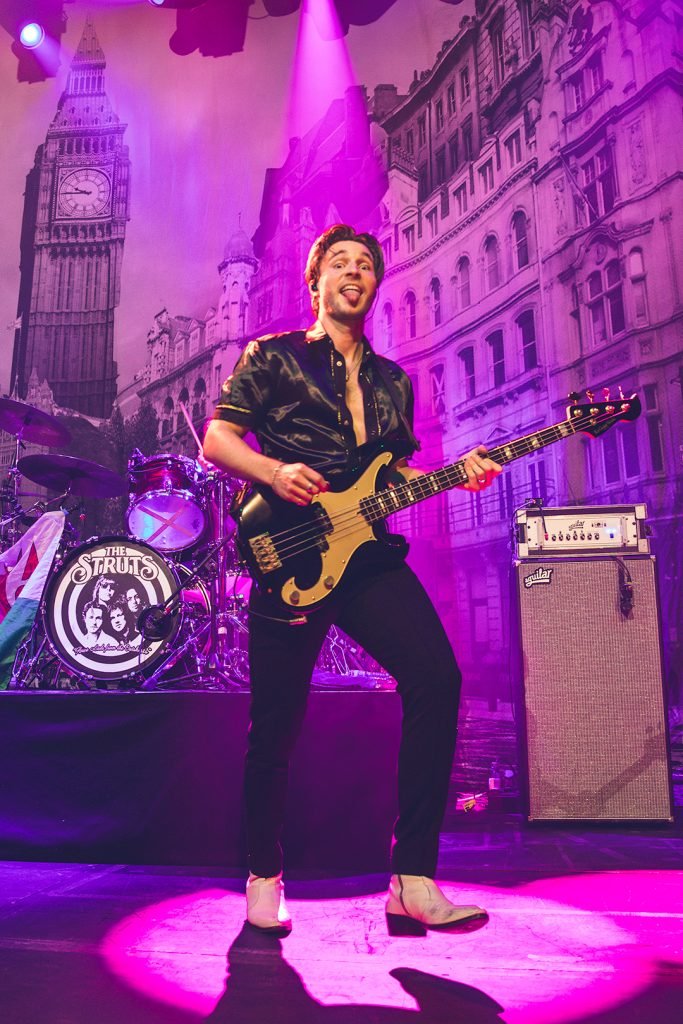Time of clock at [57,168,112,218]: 9:44
